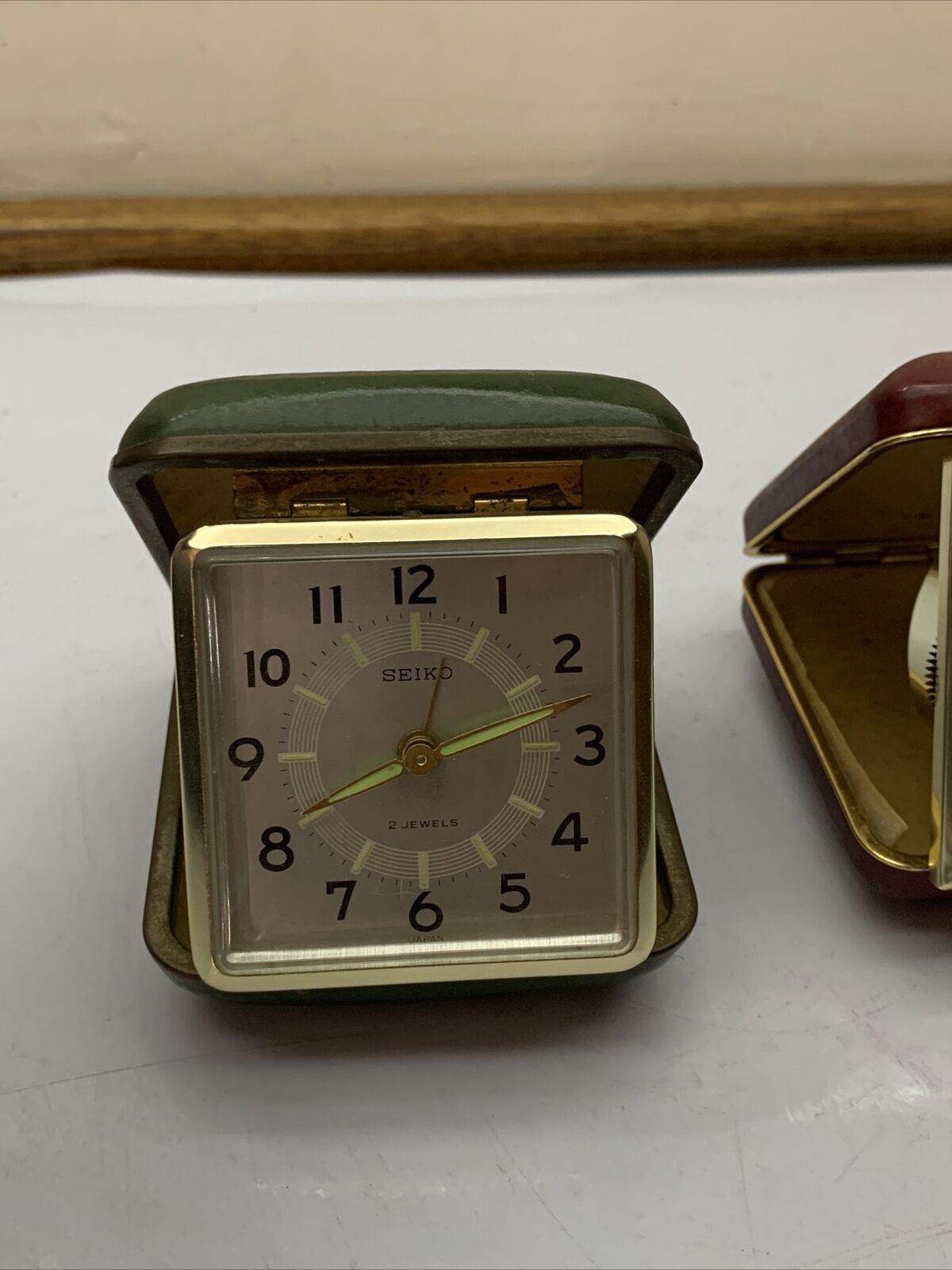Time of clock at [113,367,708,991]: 12:41
